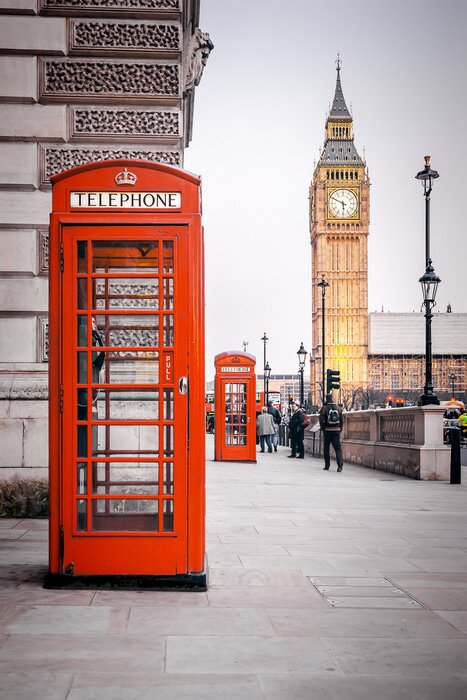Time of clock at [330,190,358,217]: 5:49
